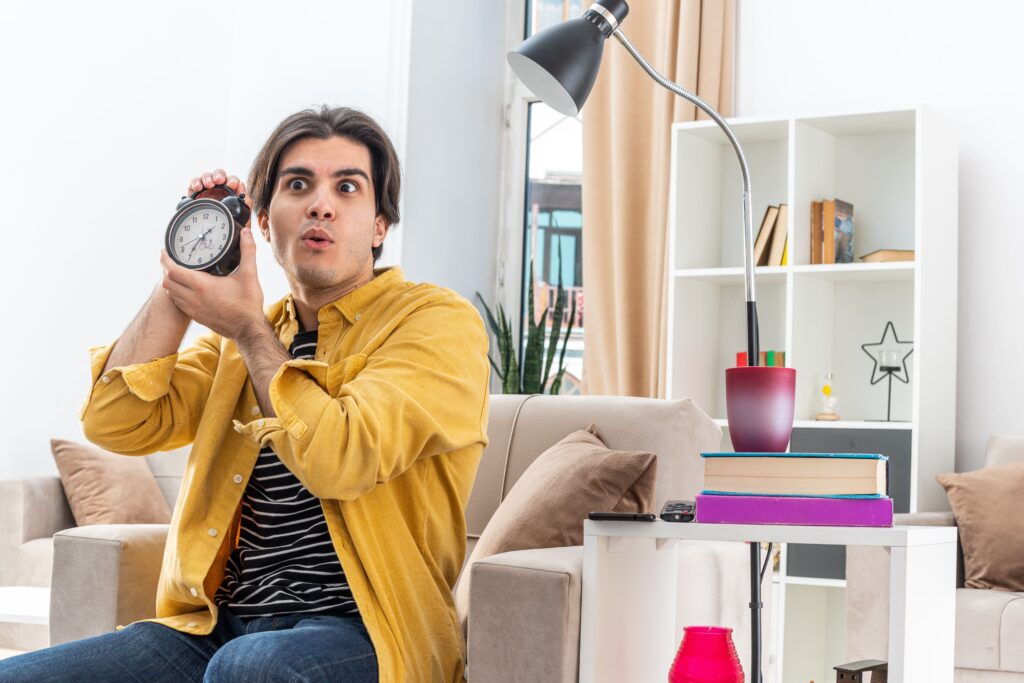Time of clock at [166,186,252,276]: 1:35
